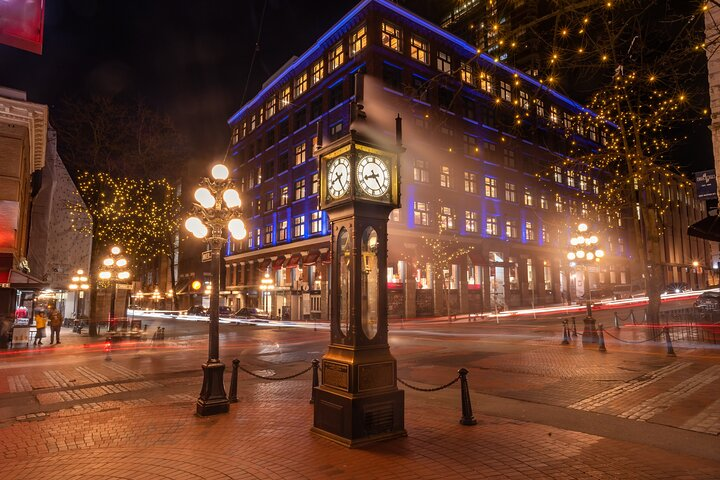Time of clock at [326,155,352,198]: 8:24
